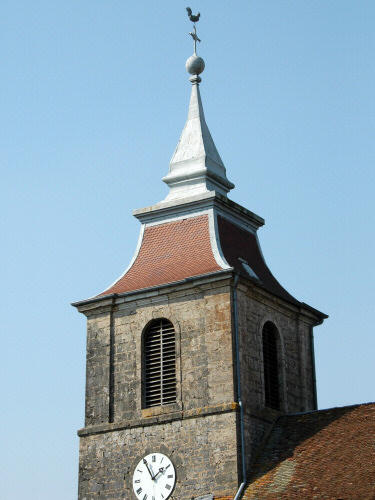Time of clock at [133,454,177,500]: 1:55
